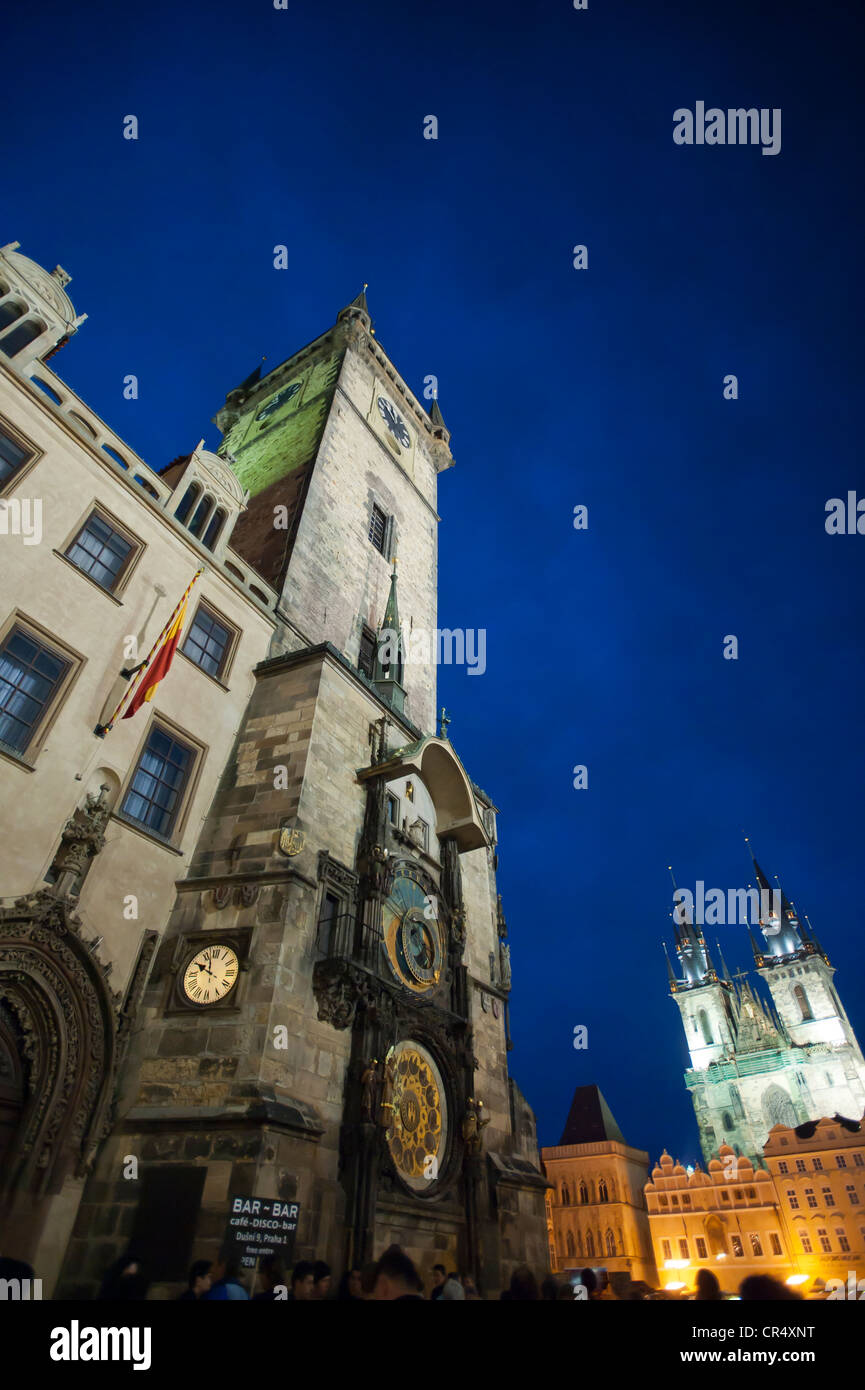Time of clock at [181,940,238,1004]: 9:57
